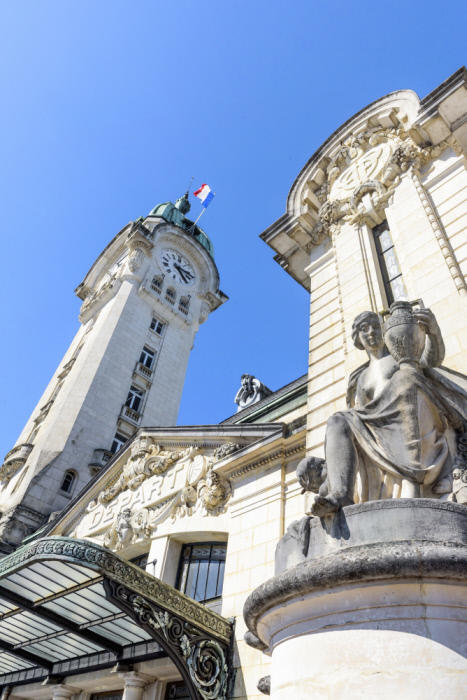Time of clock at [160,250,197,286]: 5:18
